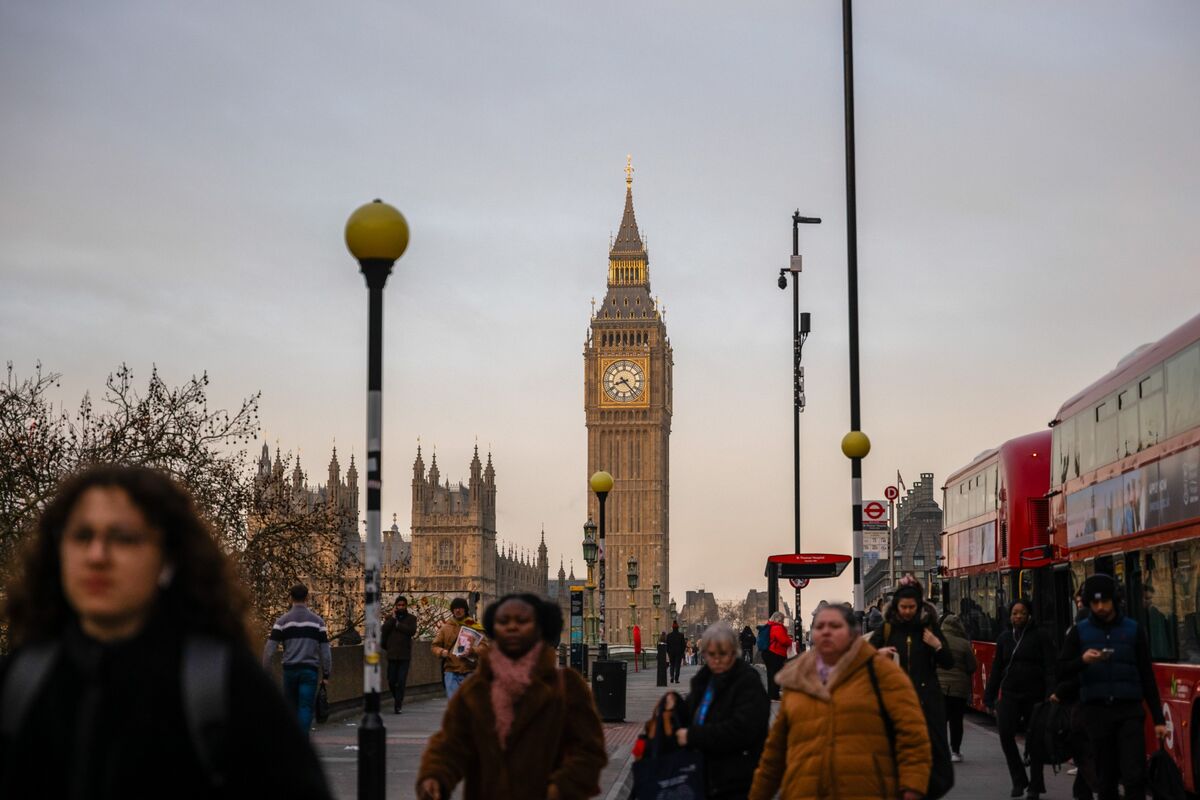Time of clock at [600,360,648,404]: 8:23
